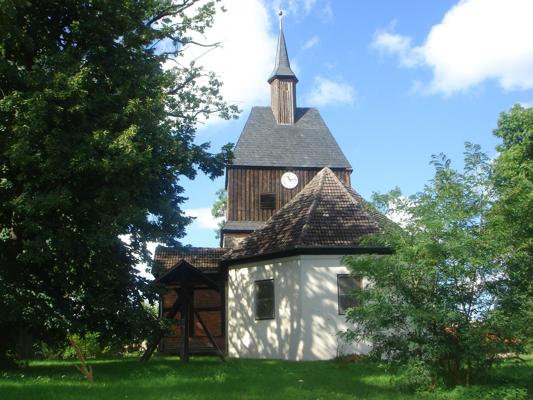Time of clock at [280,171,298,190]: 11:13
